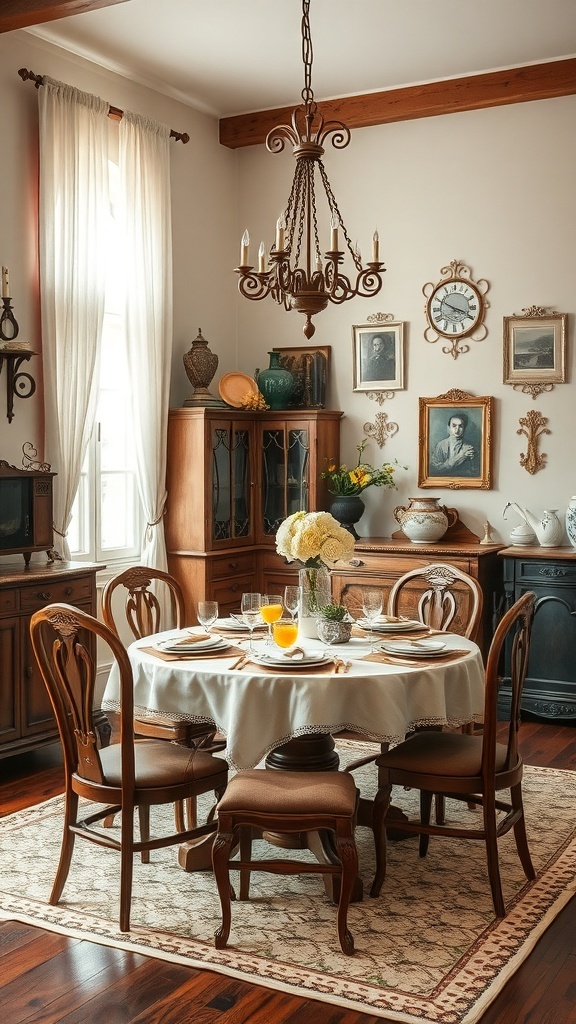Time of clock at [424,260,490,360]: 3:49
